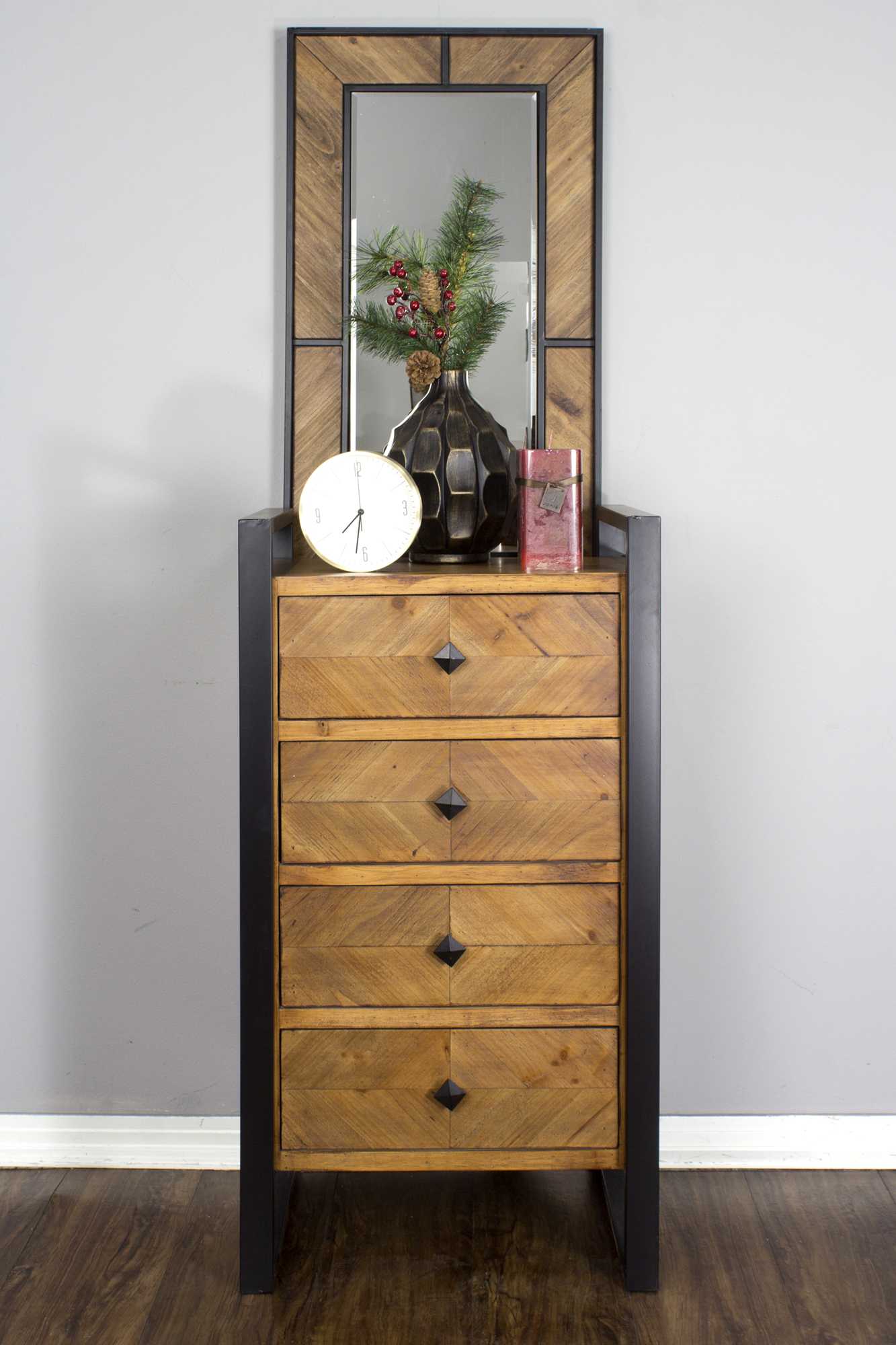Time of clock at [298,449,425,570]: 7:32
